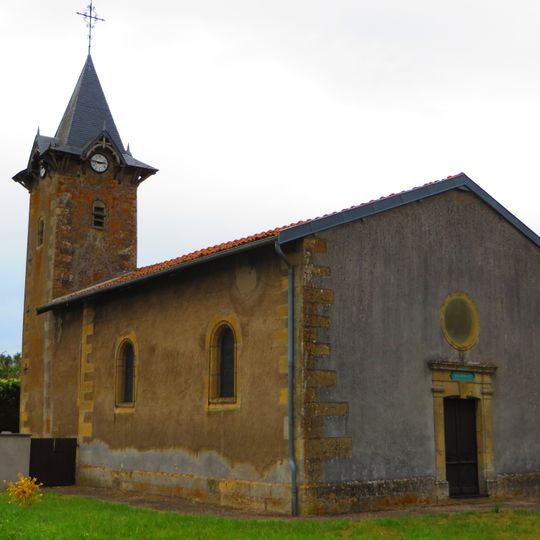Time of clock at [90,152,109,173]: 2:46
